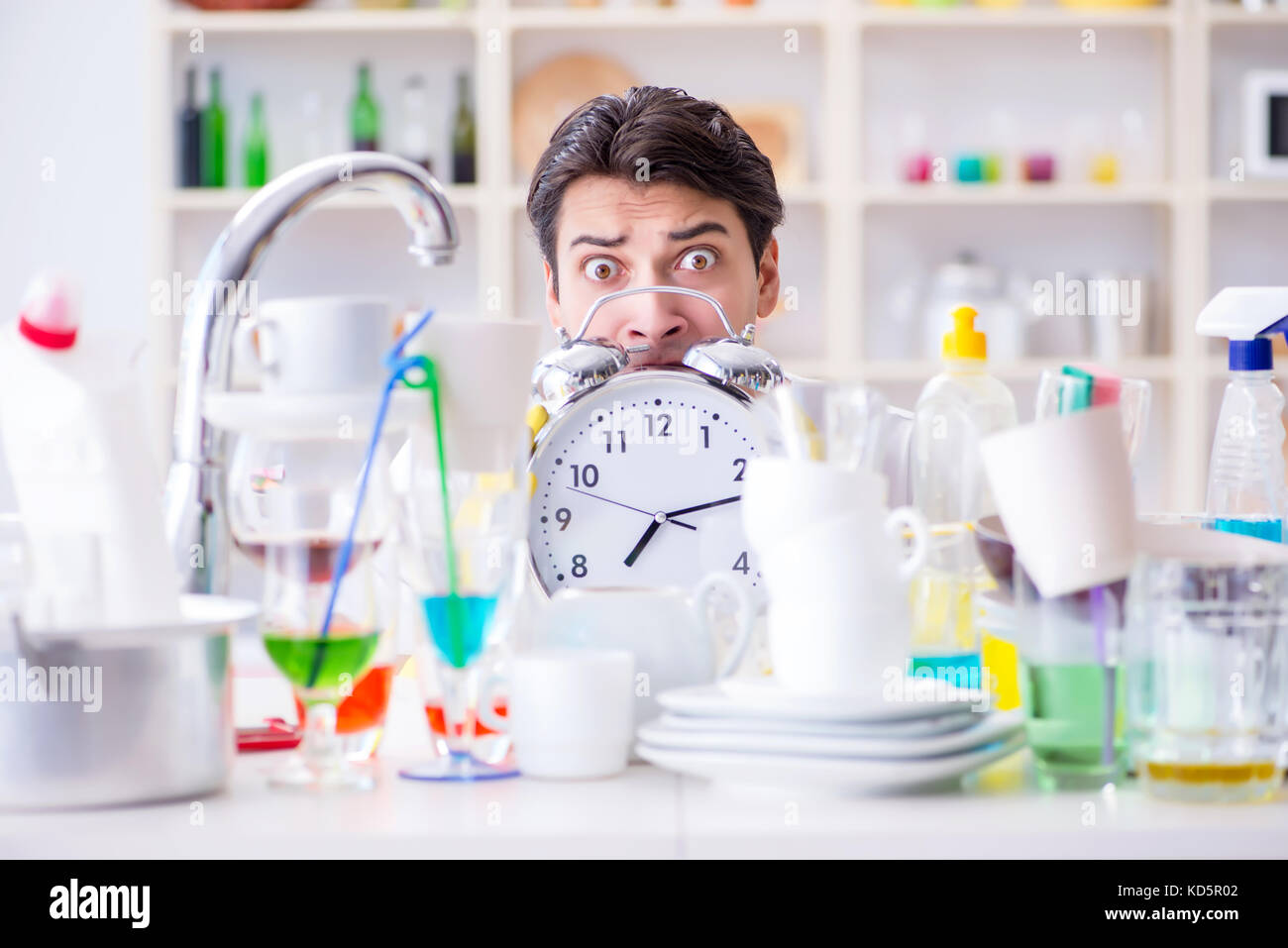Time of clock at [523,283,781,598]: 7:12
